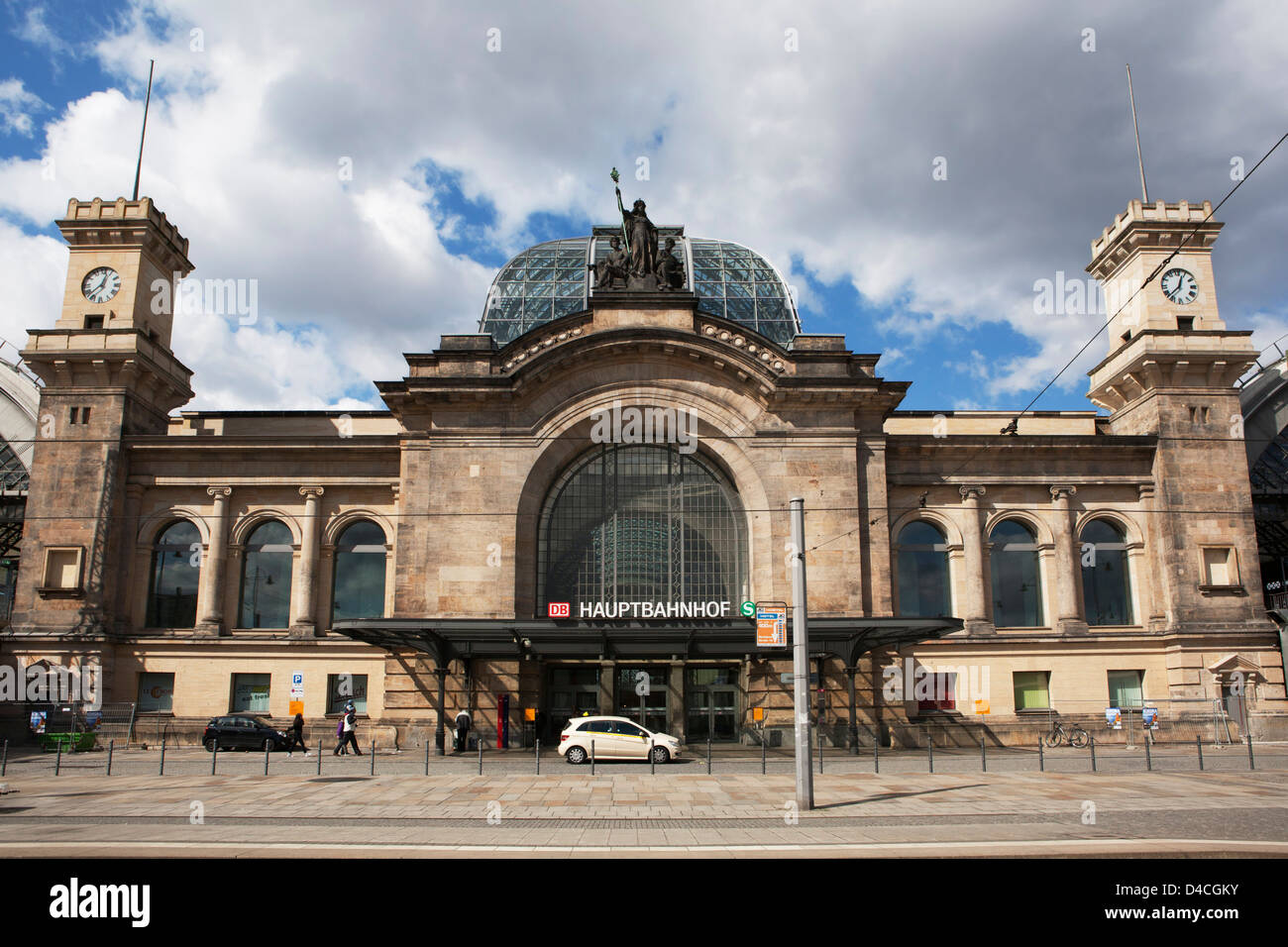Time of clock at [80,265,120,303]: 12:37
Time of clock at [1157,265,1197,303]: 12:37
